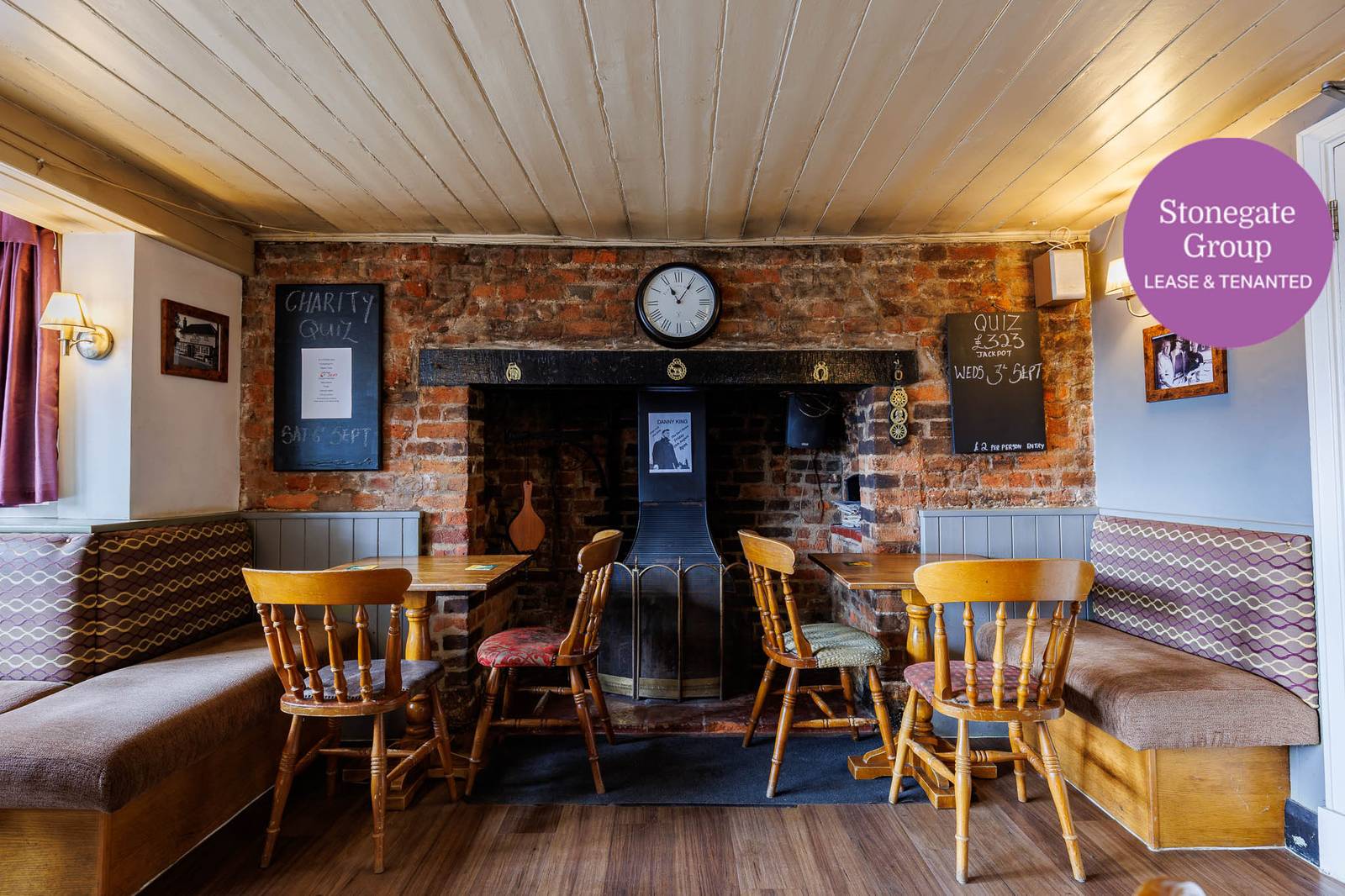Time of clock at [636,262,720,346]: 11:05
